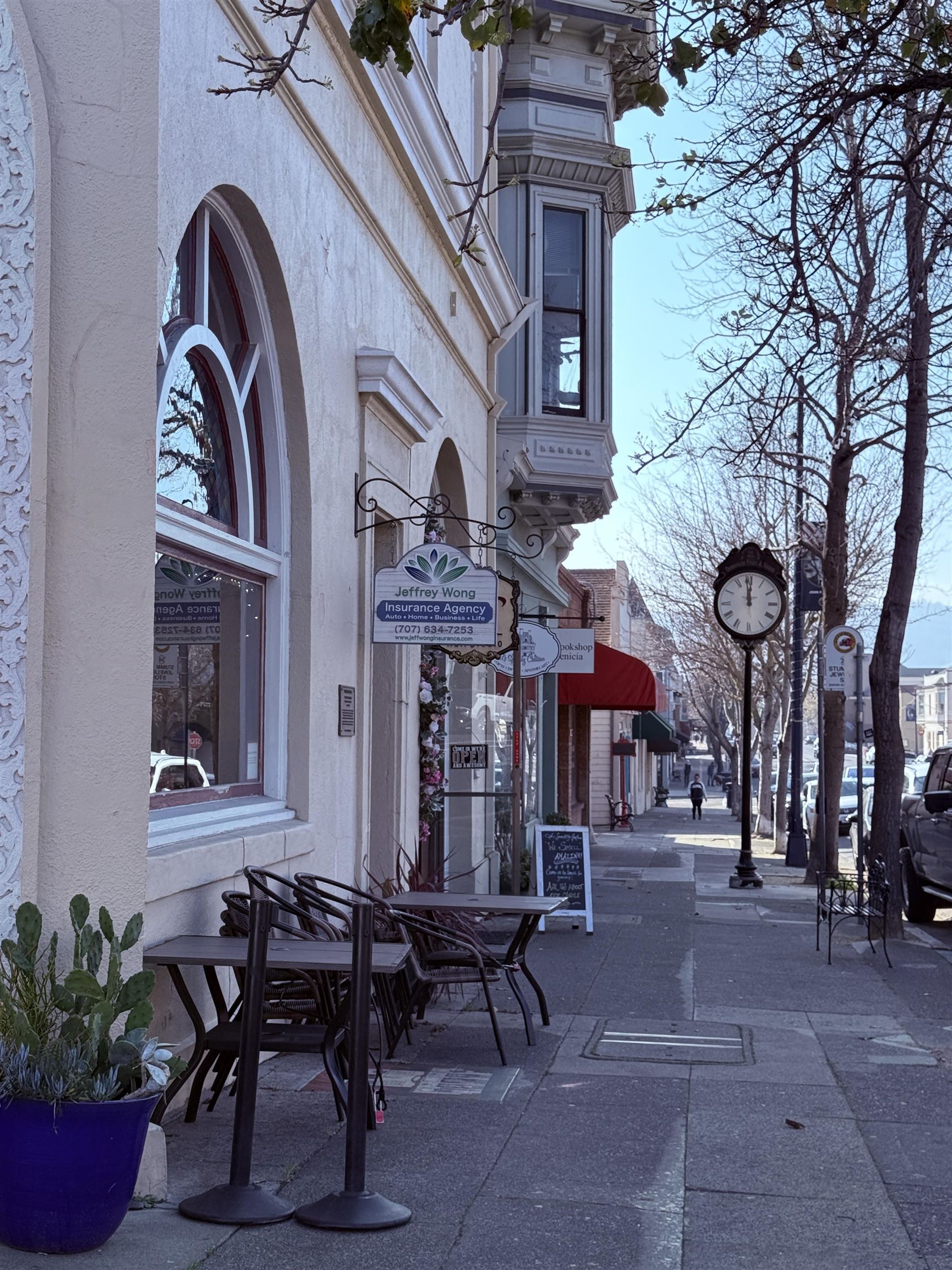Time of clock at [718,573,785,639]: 11:58
